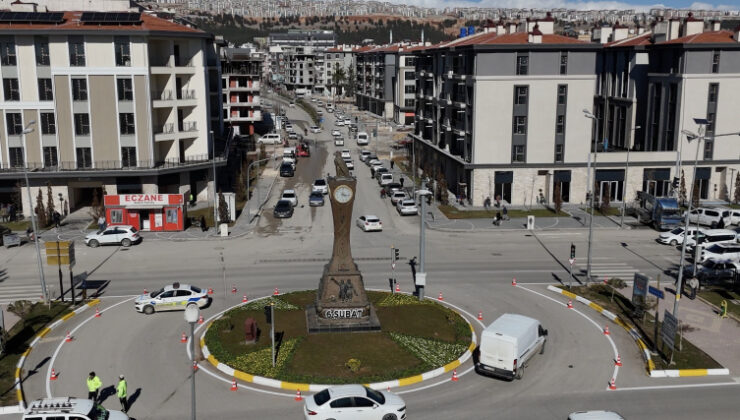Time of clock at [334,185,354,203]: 4:16
